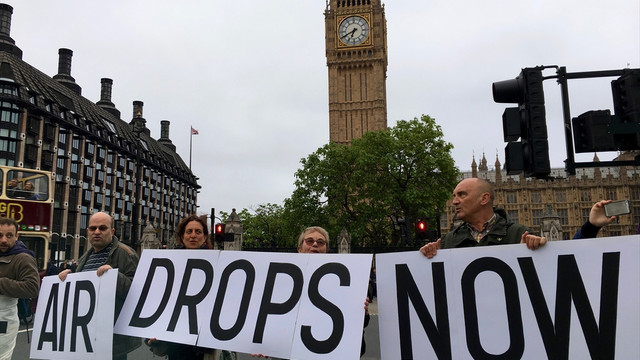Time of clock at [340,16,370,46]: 6:40
